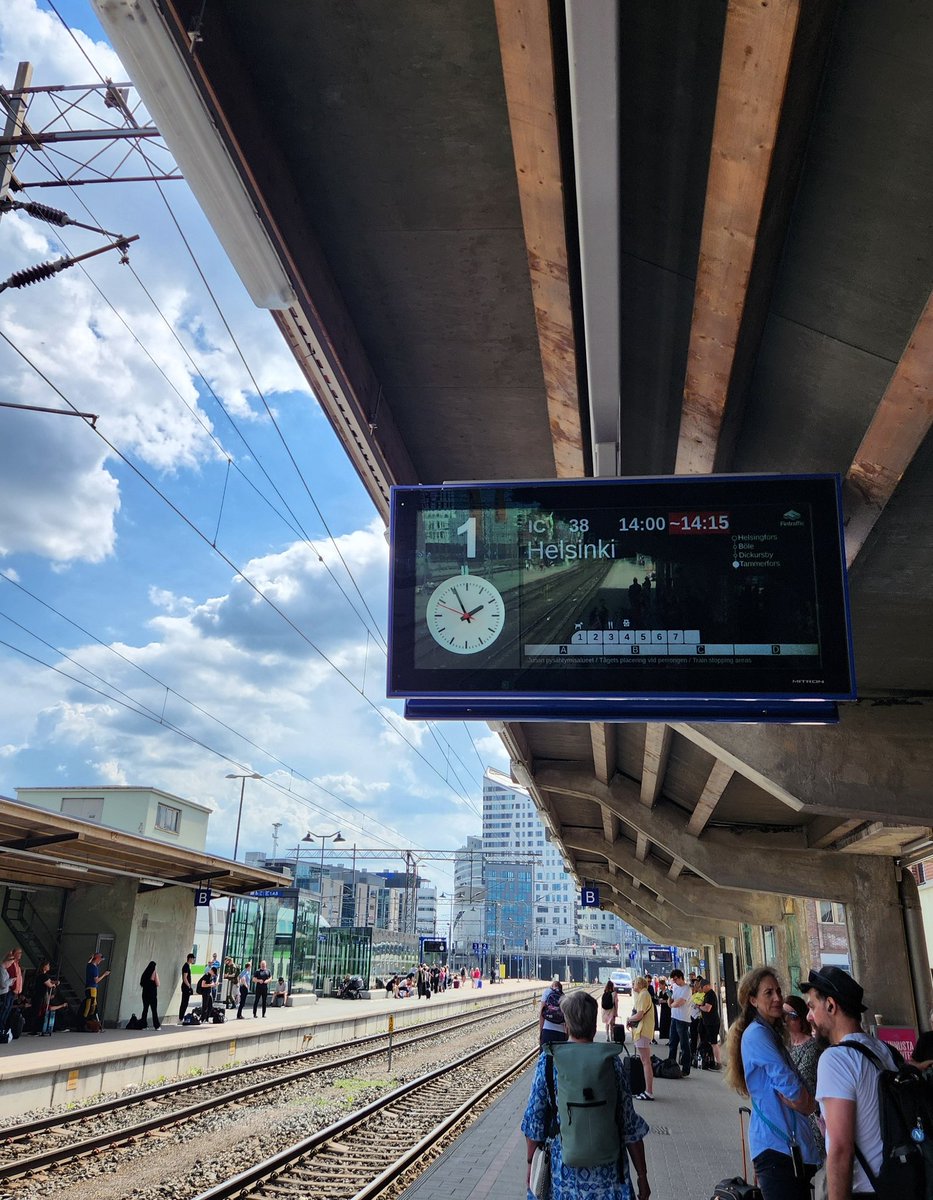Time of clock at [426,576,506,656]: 1:55
